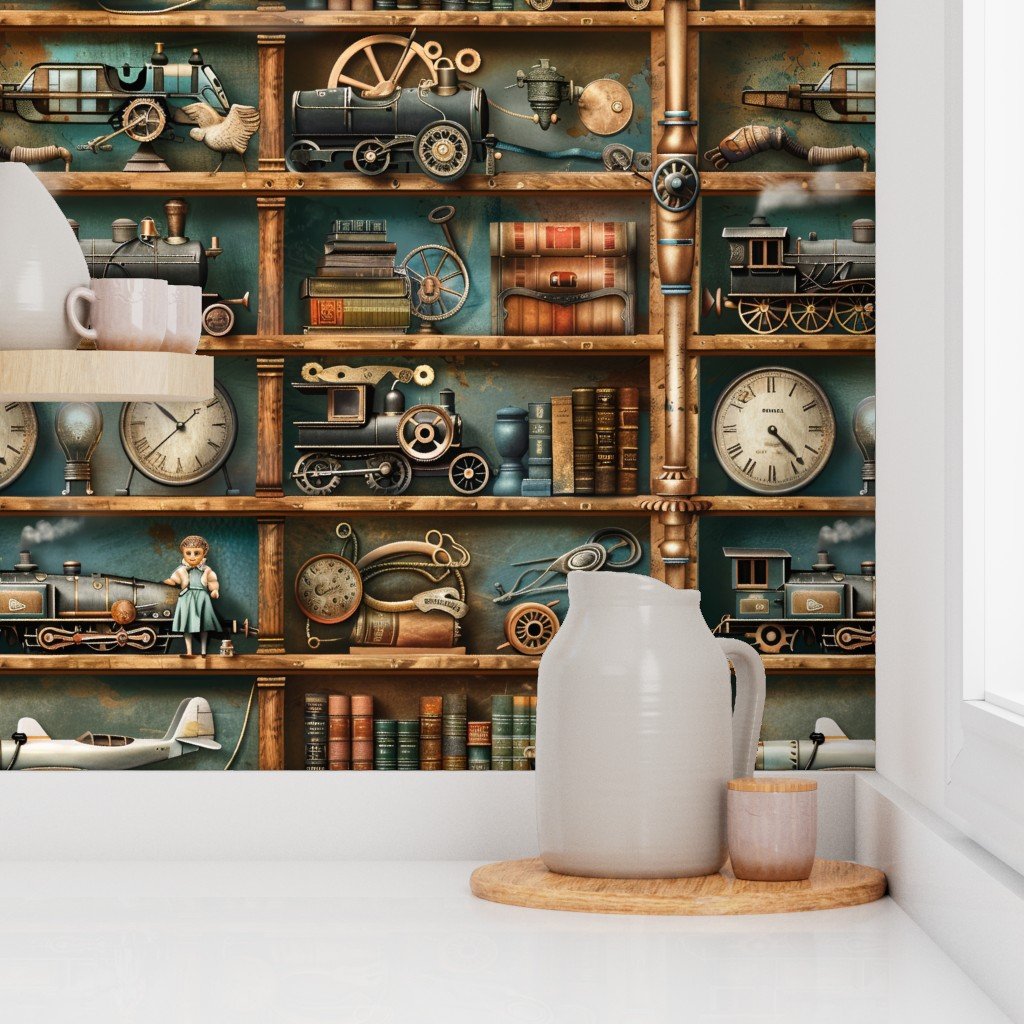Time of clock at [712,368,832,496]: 4:22
